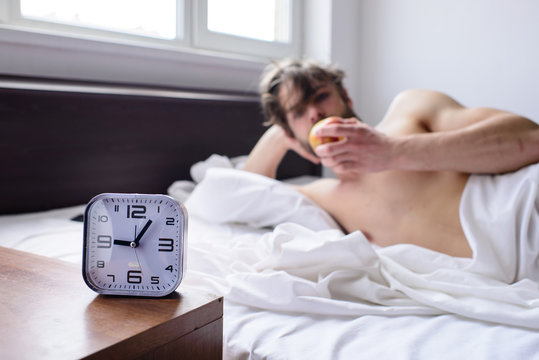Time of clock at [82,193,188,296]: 9:06
